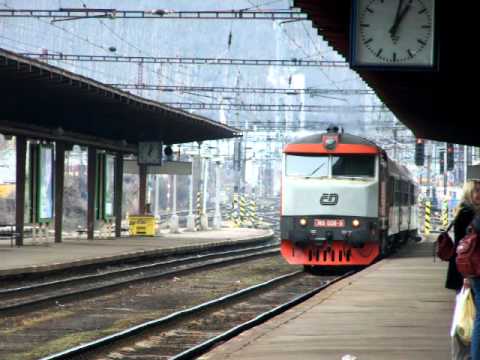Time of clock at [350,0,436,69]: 1:02
